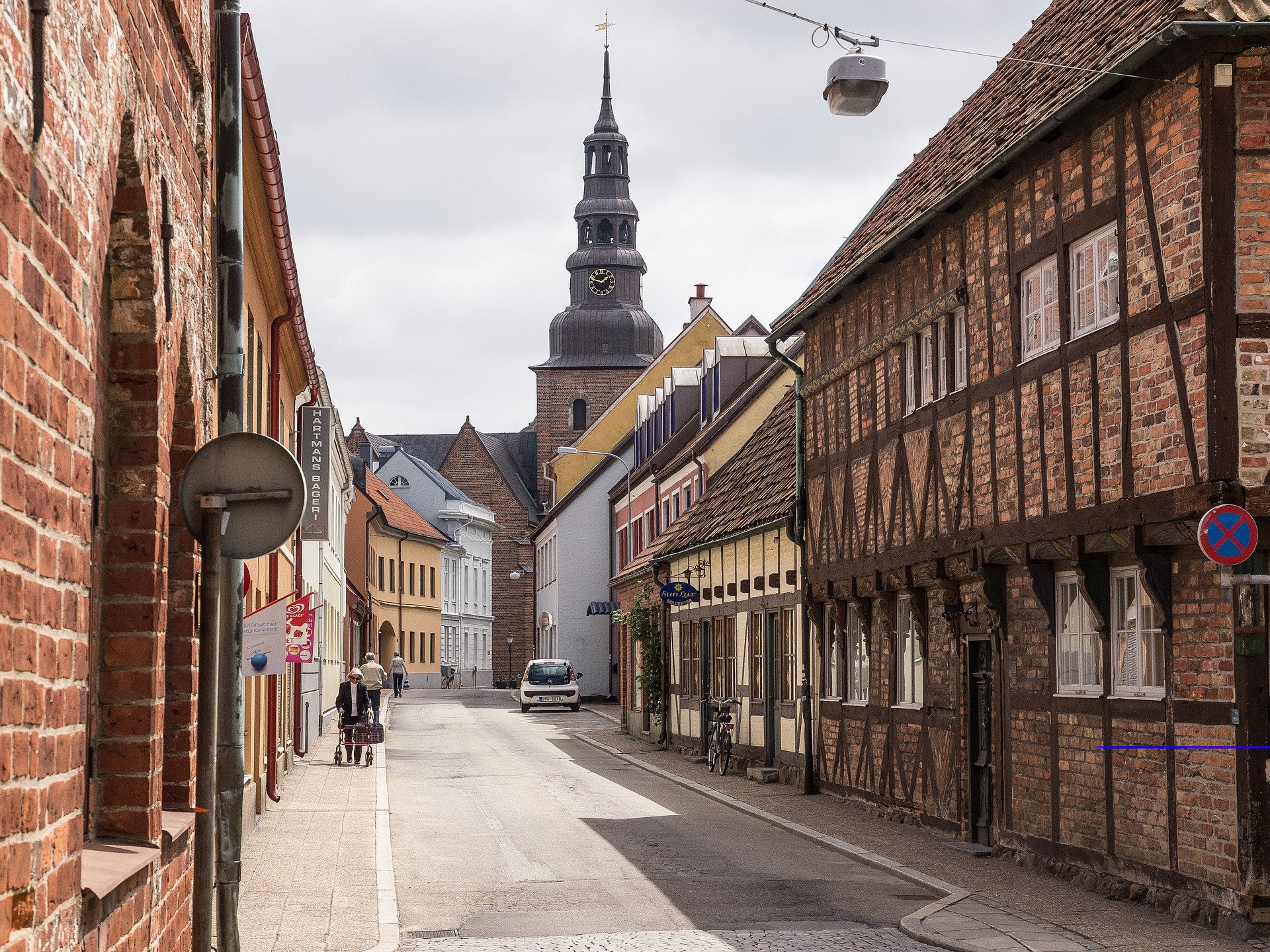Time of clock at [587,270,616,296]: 1:47
